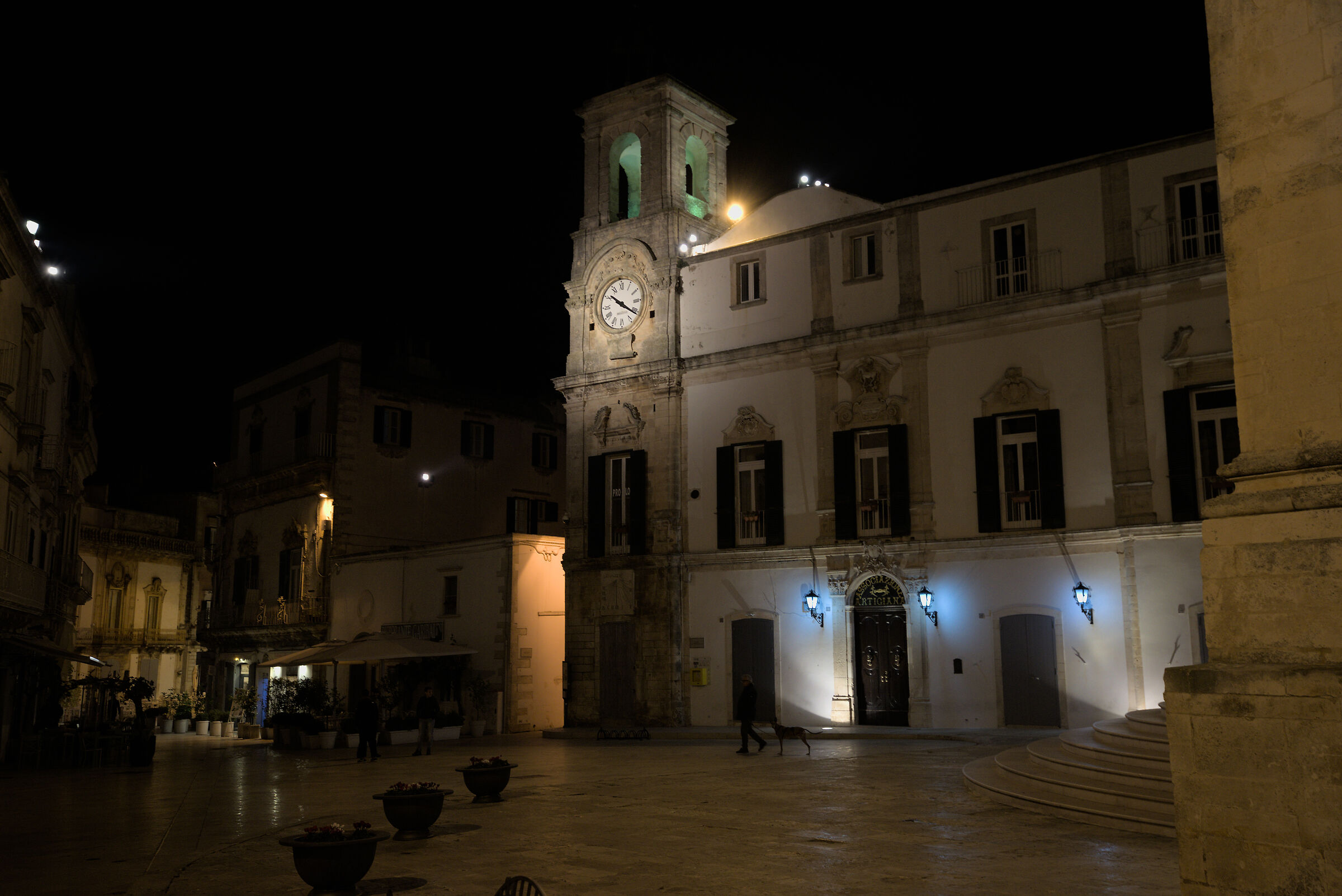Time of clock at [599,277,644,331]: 10:21
